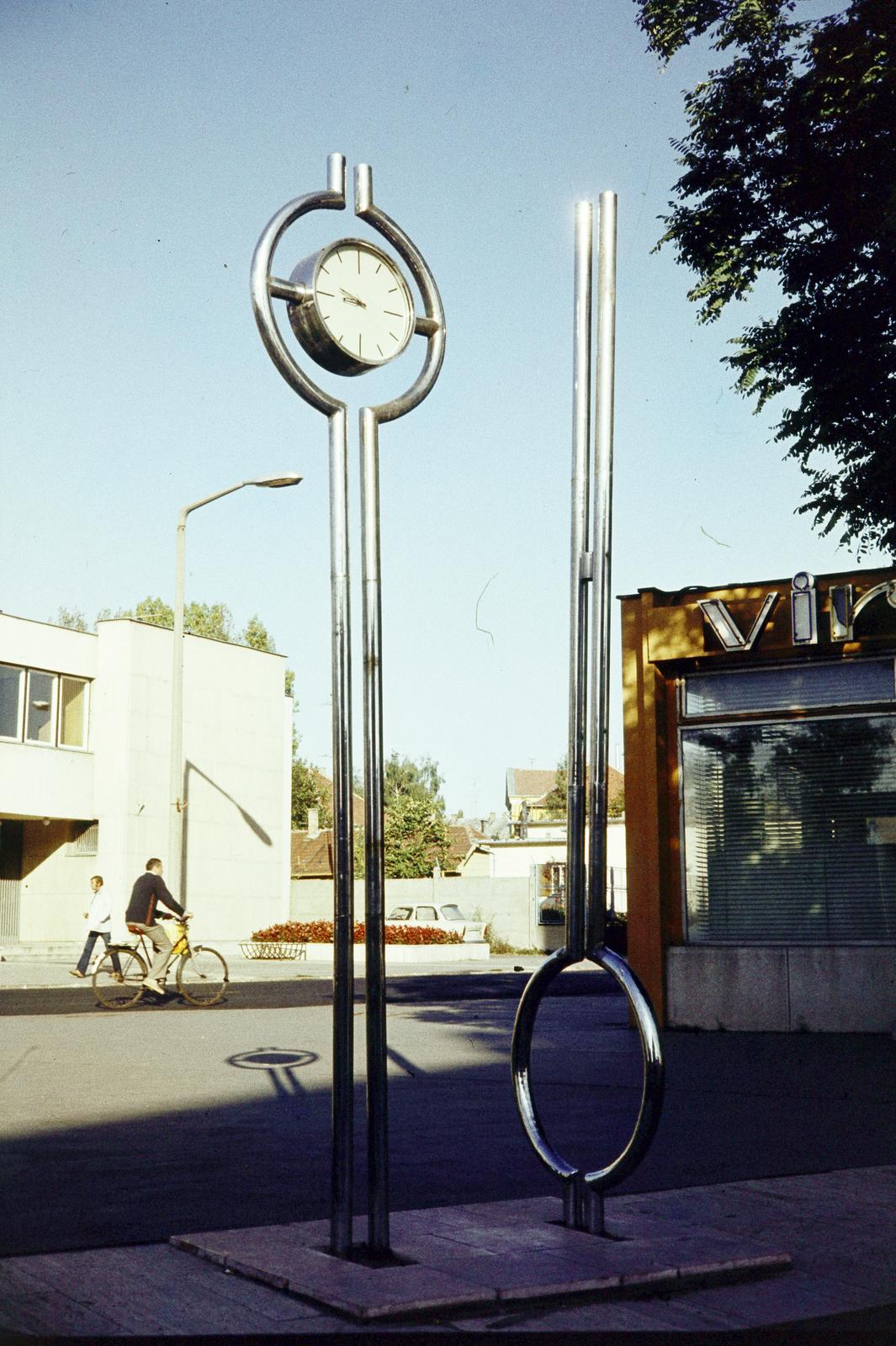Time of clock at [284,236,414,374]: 9:45
